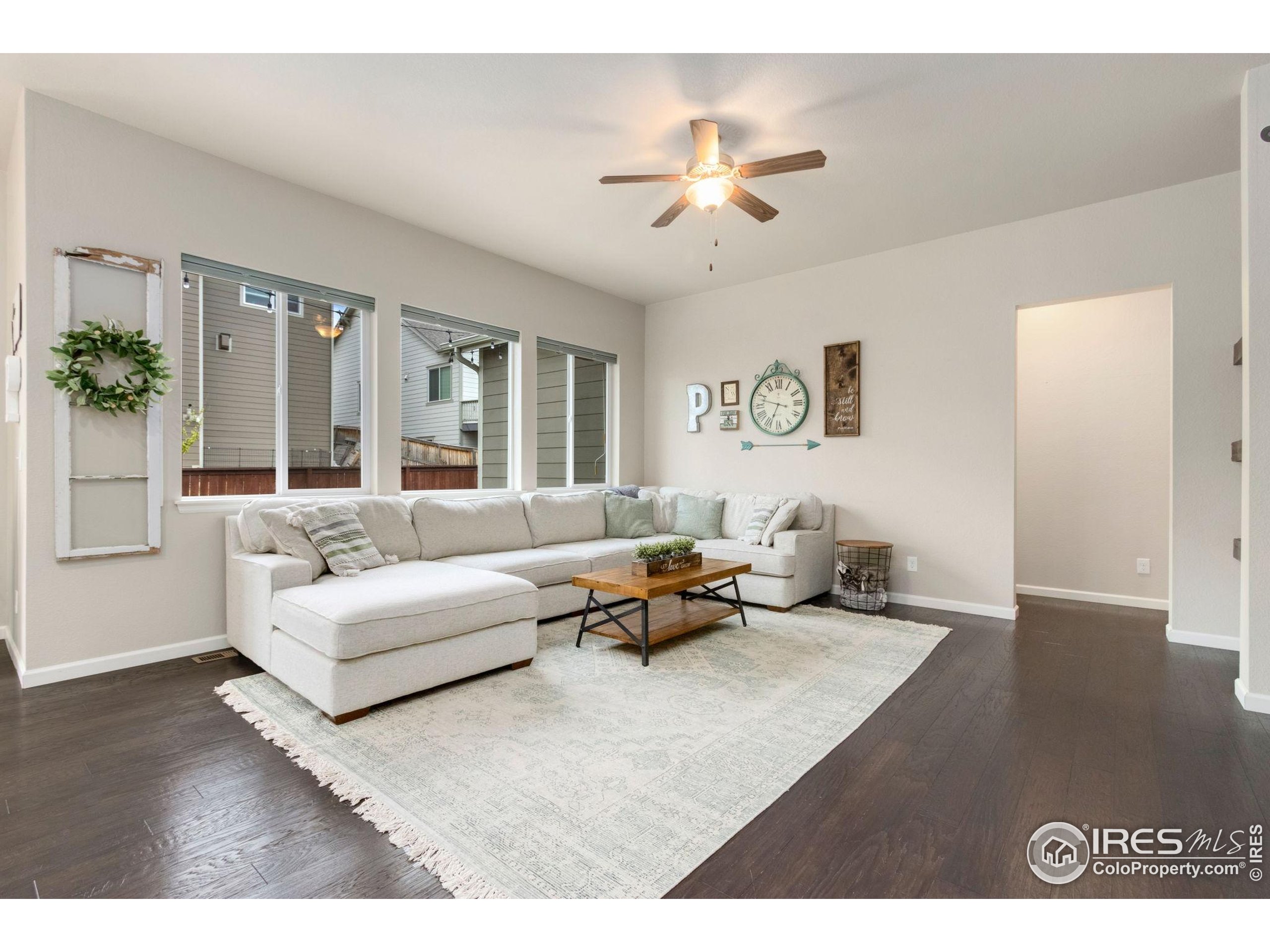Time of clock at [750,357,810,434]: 6:47
